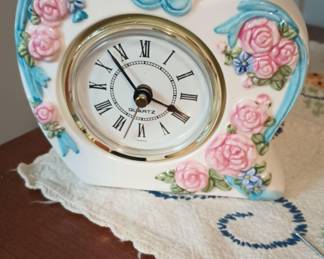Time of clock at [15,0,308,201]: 3:53
